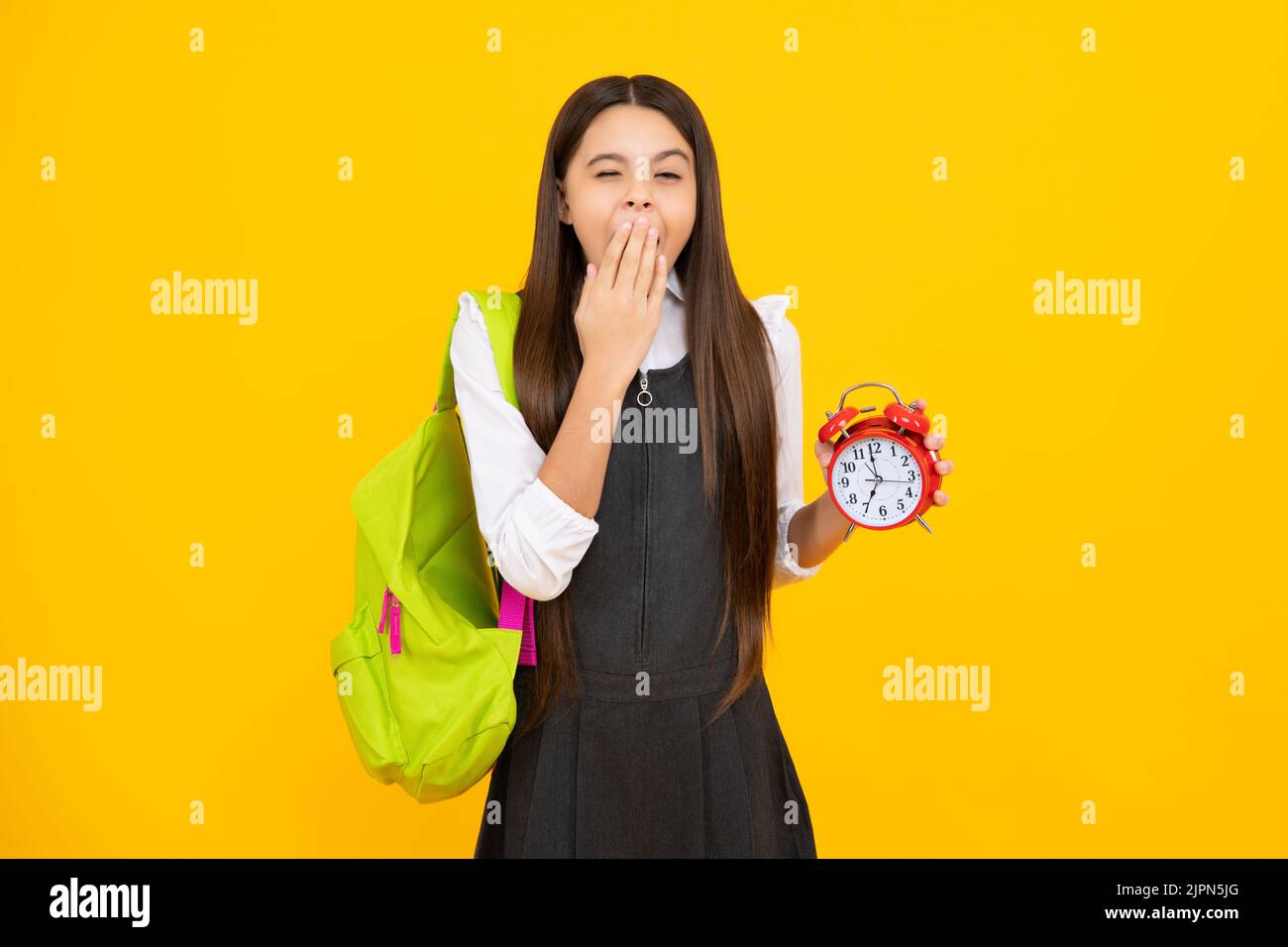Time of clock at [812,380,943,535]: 6:58
